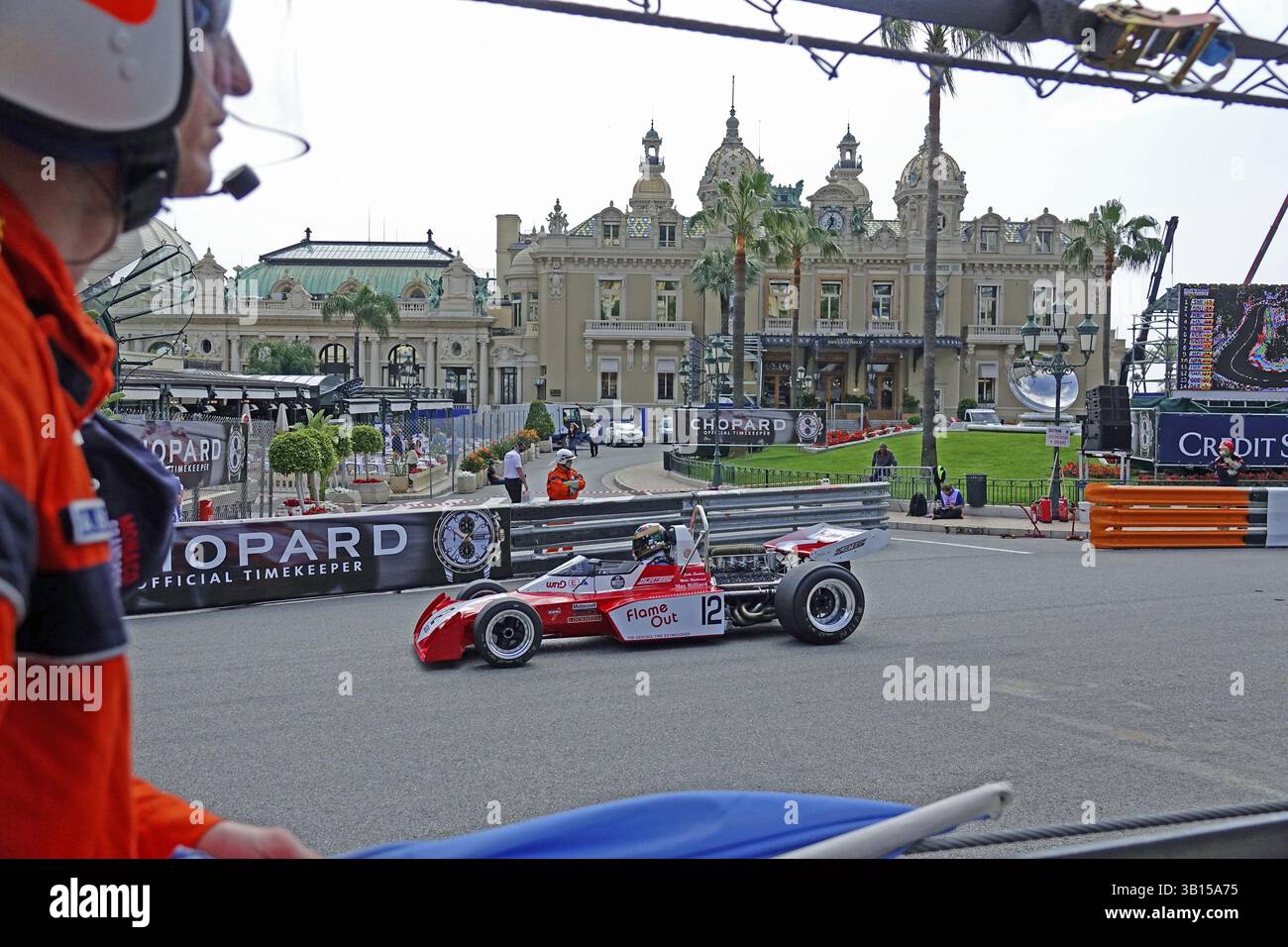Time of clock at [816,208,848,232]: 11:35
